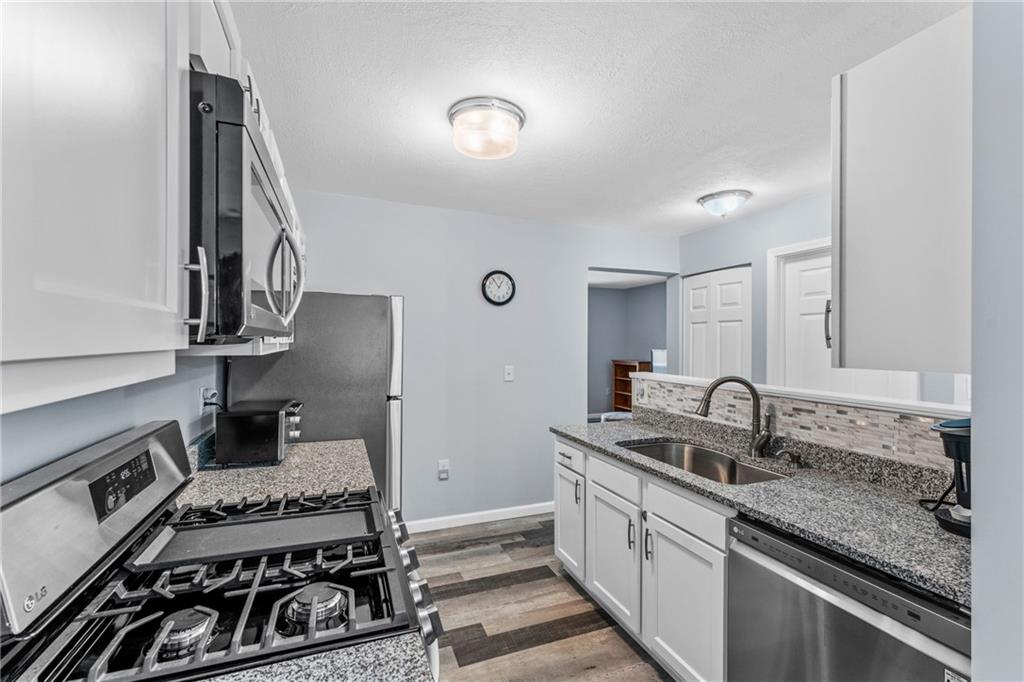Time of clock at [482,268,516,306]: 12:54
